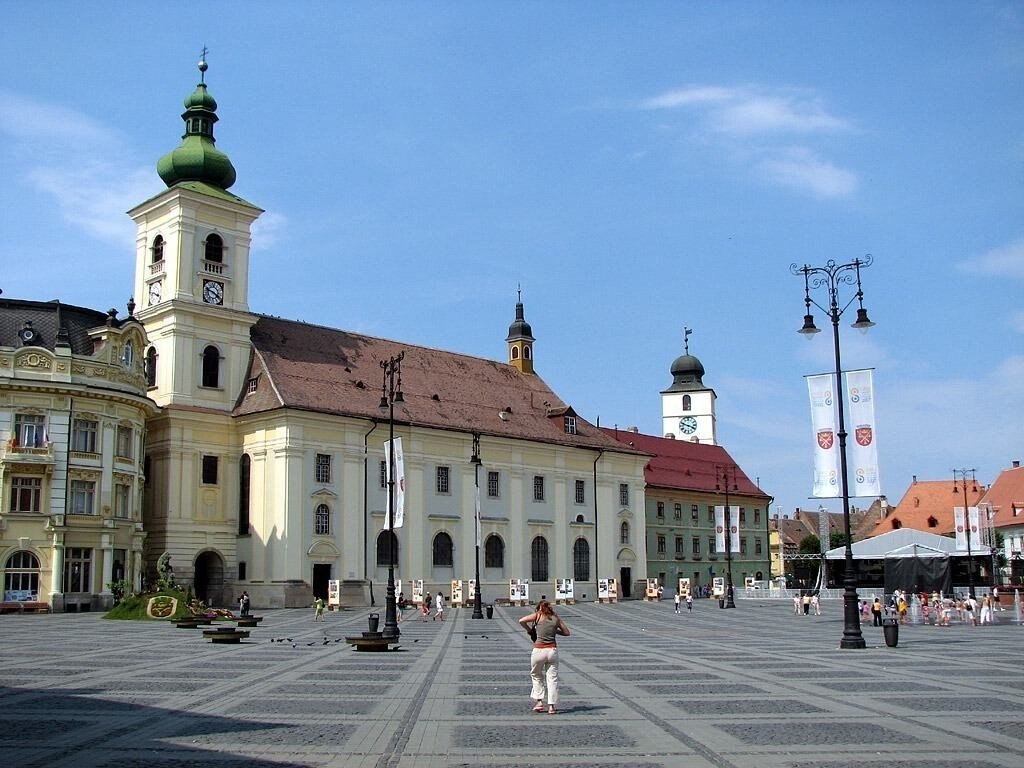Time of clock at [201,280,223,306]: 3:47
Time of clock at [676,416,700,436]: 3:48
